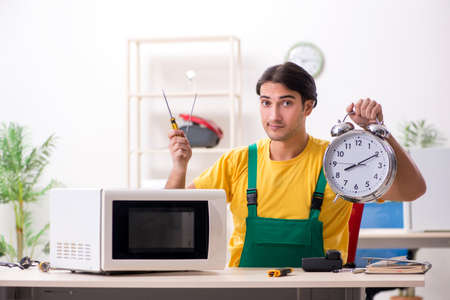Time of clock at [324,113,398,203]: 8:10
